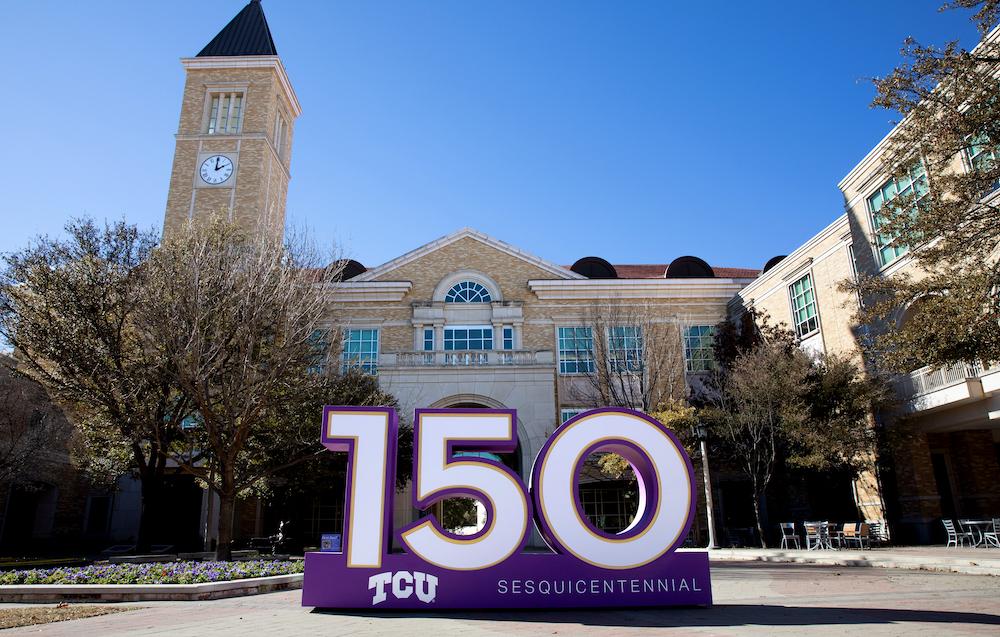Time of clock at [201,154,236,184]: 2:00
